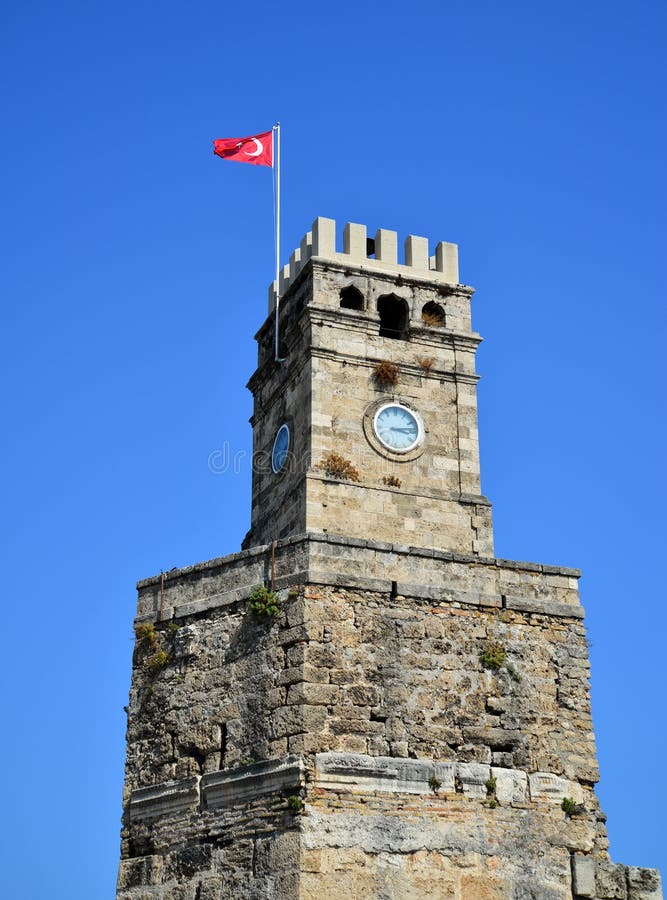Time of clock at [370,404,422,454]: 3:13
